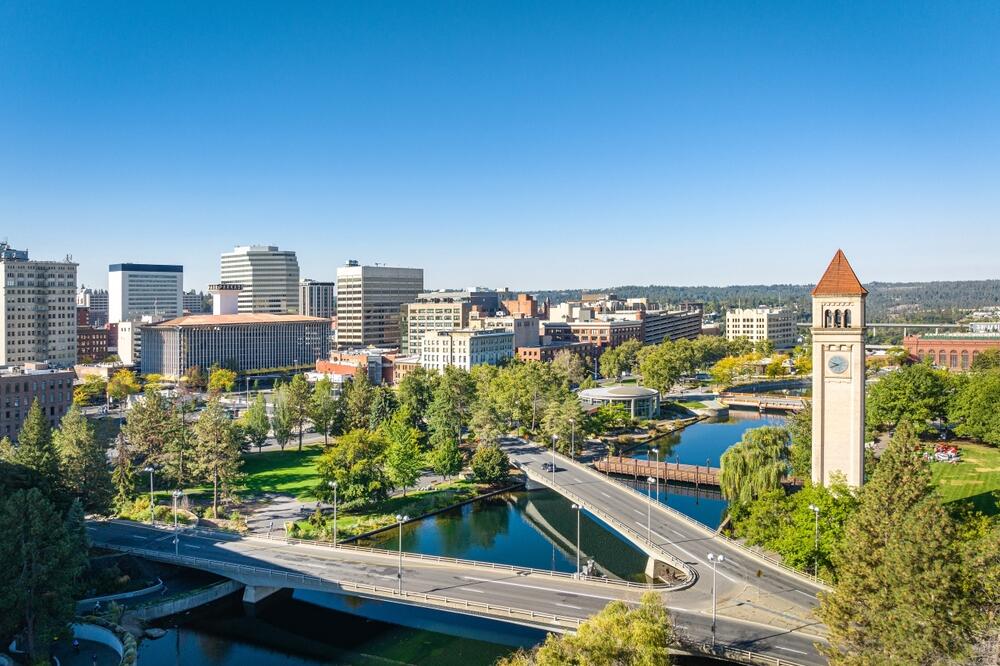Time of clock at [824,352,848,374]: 9:41
